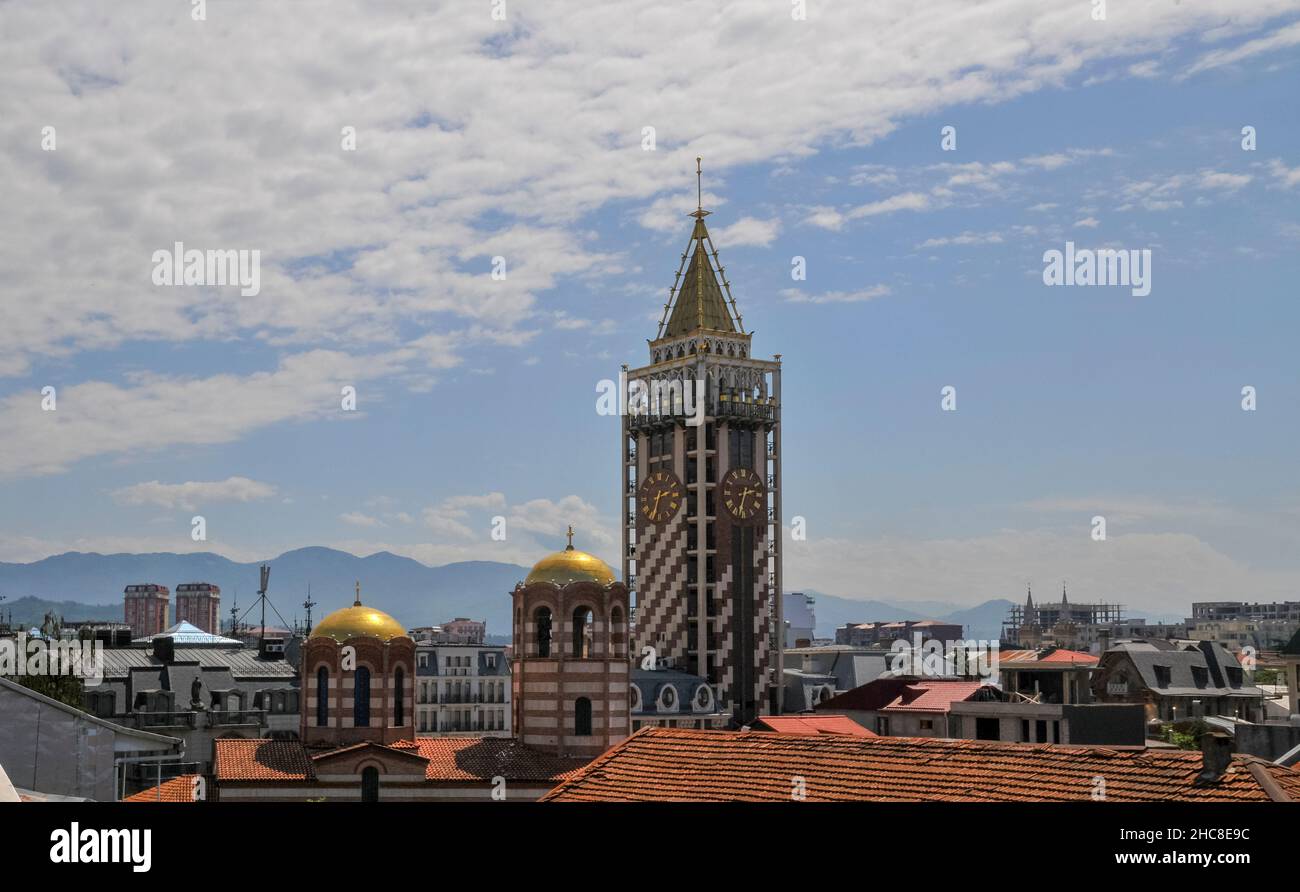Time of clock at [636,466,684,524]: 2:33
